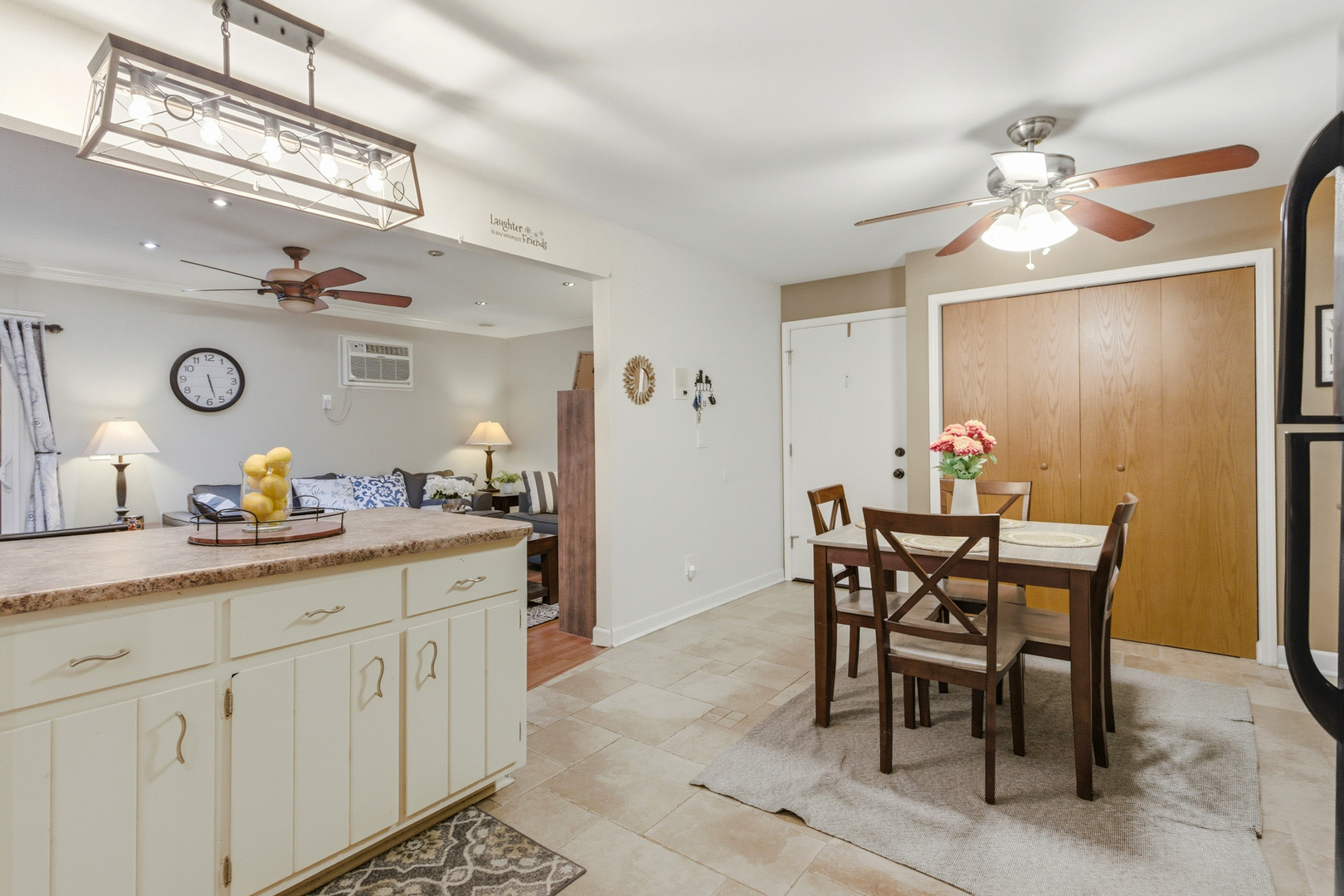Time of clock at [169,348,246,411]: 5:26
